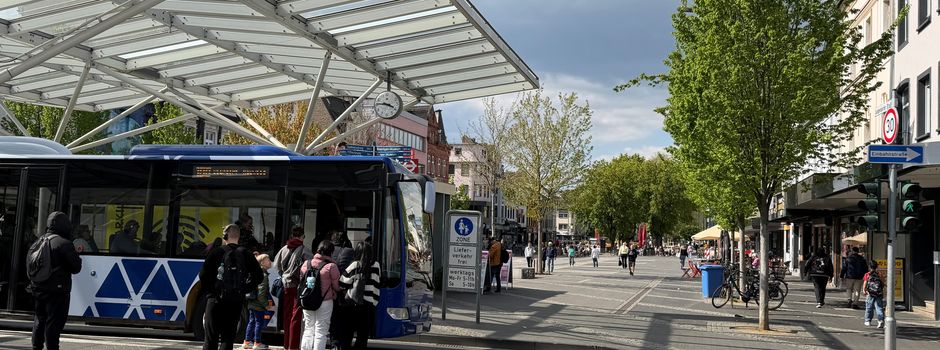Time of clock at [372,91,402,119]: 3:45
